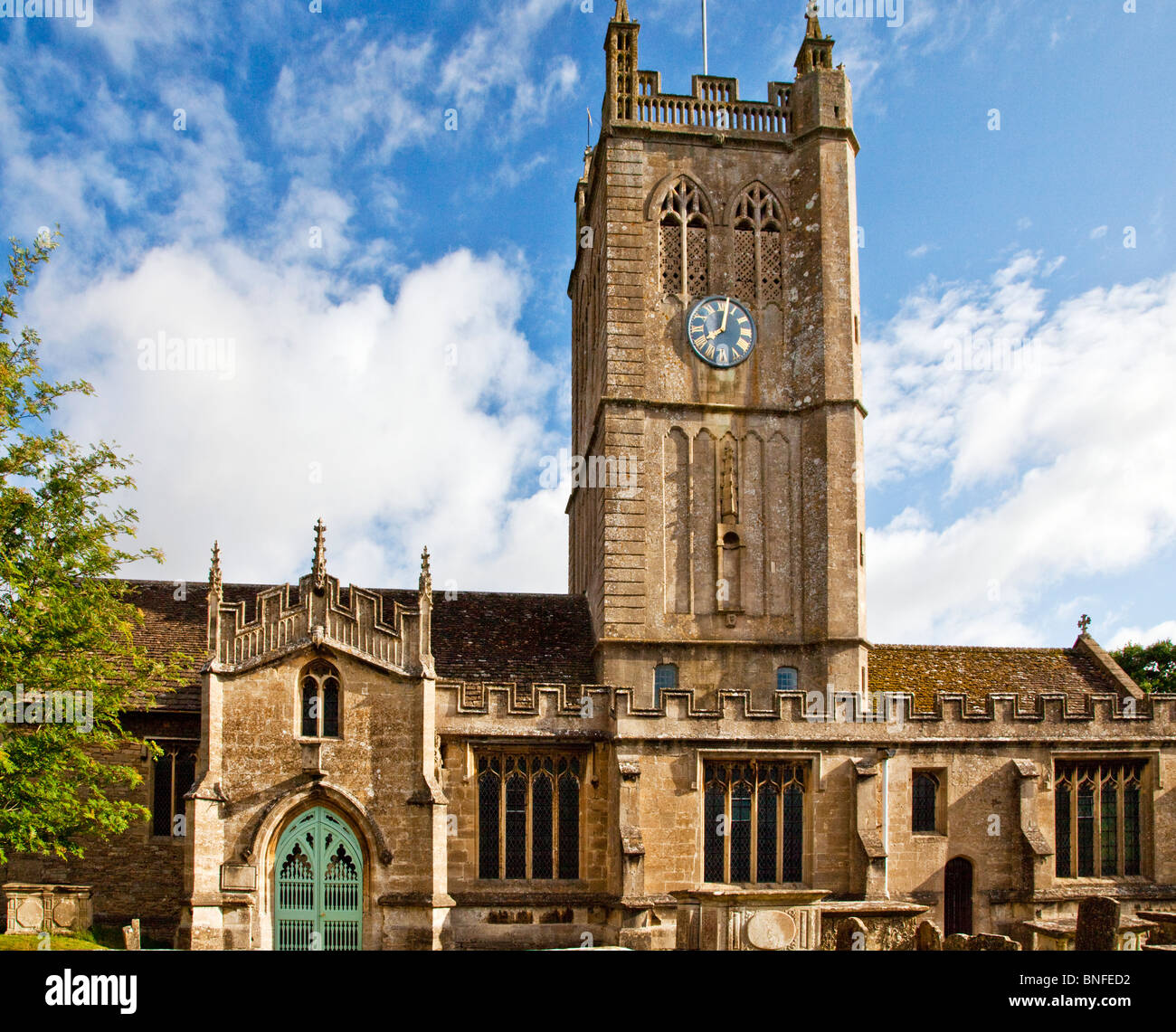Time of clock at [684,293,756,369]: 8:02
